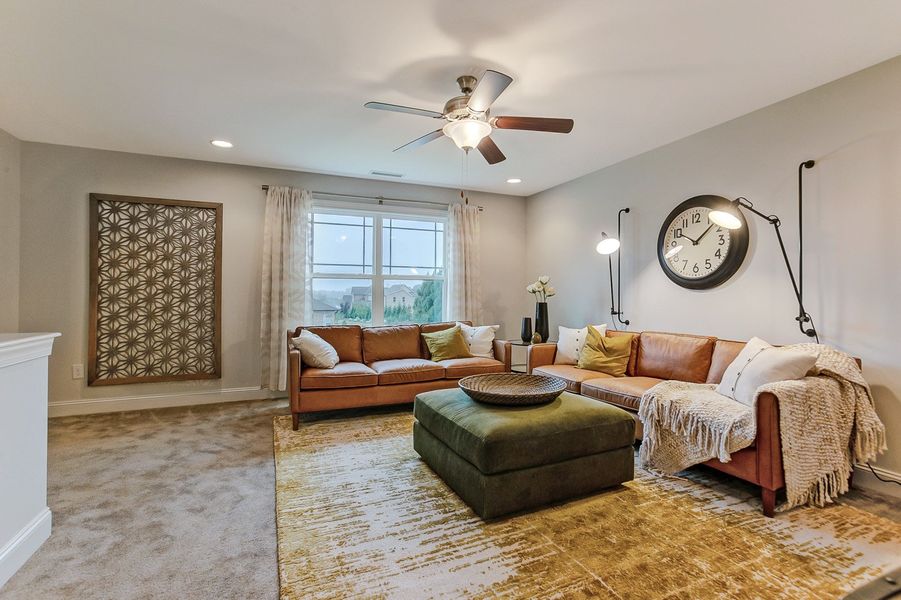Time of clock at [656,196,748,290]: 10:07
